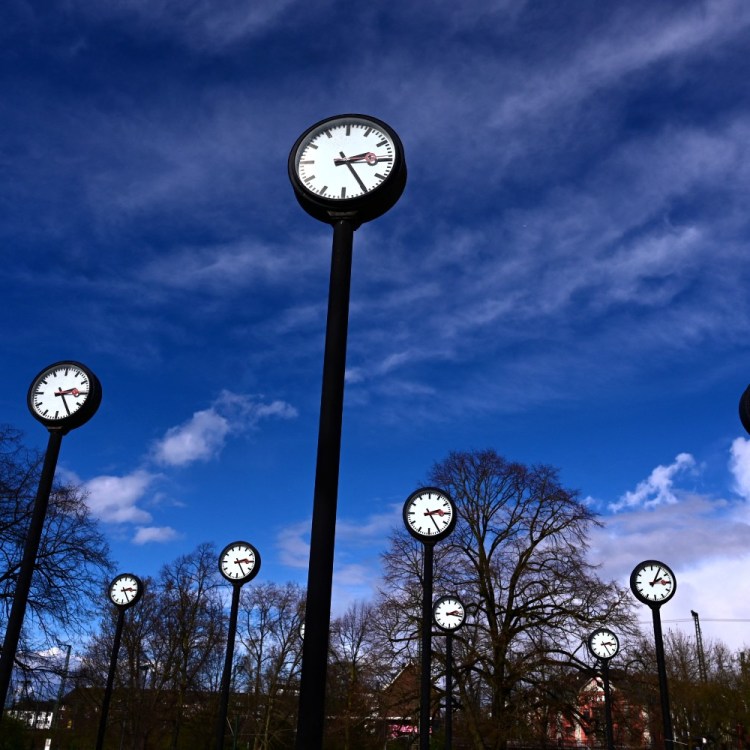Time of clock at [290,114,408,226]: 2:24
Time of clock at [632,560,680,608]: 2:04
